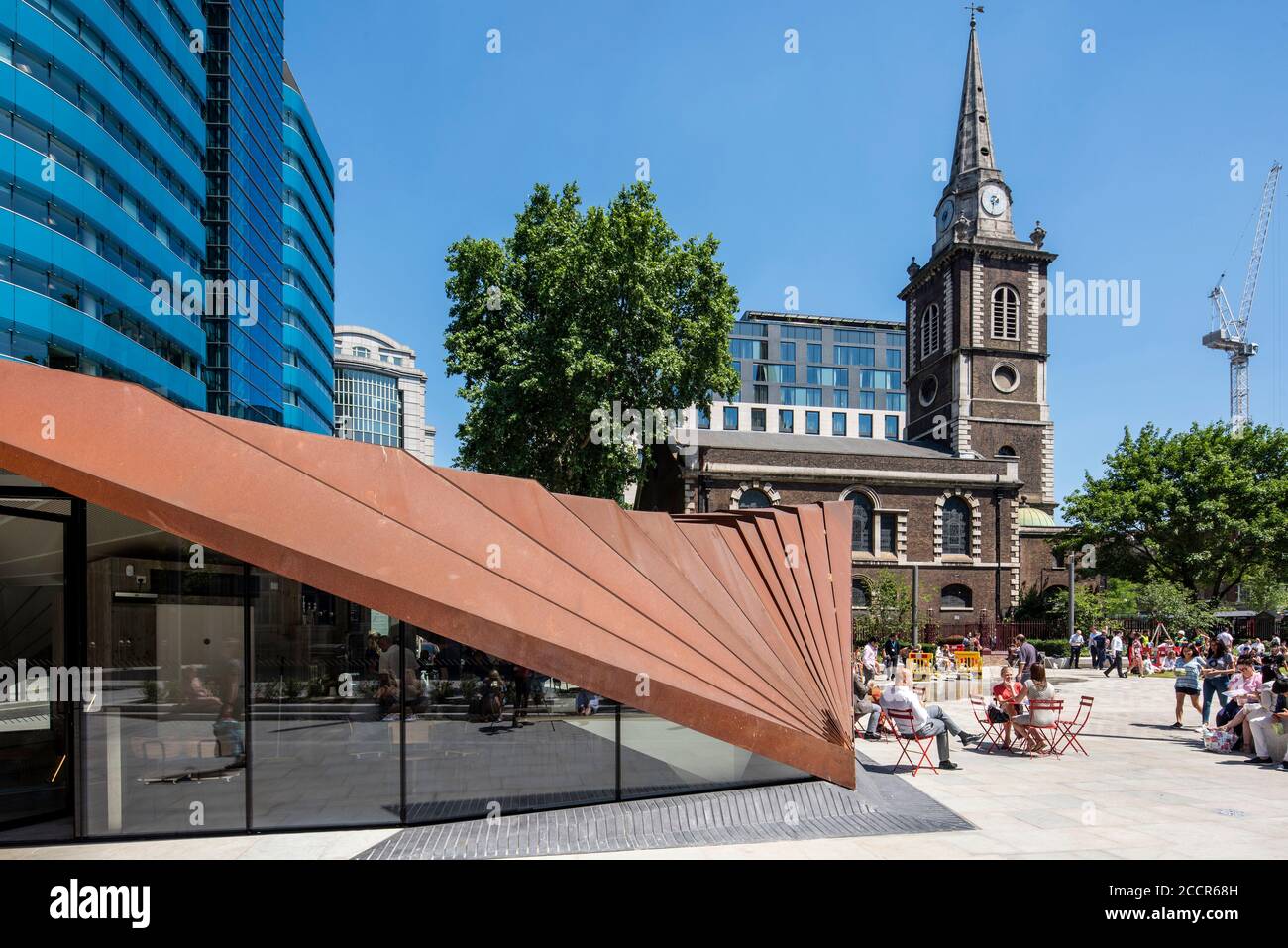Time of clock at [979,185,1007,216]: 7:32
